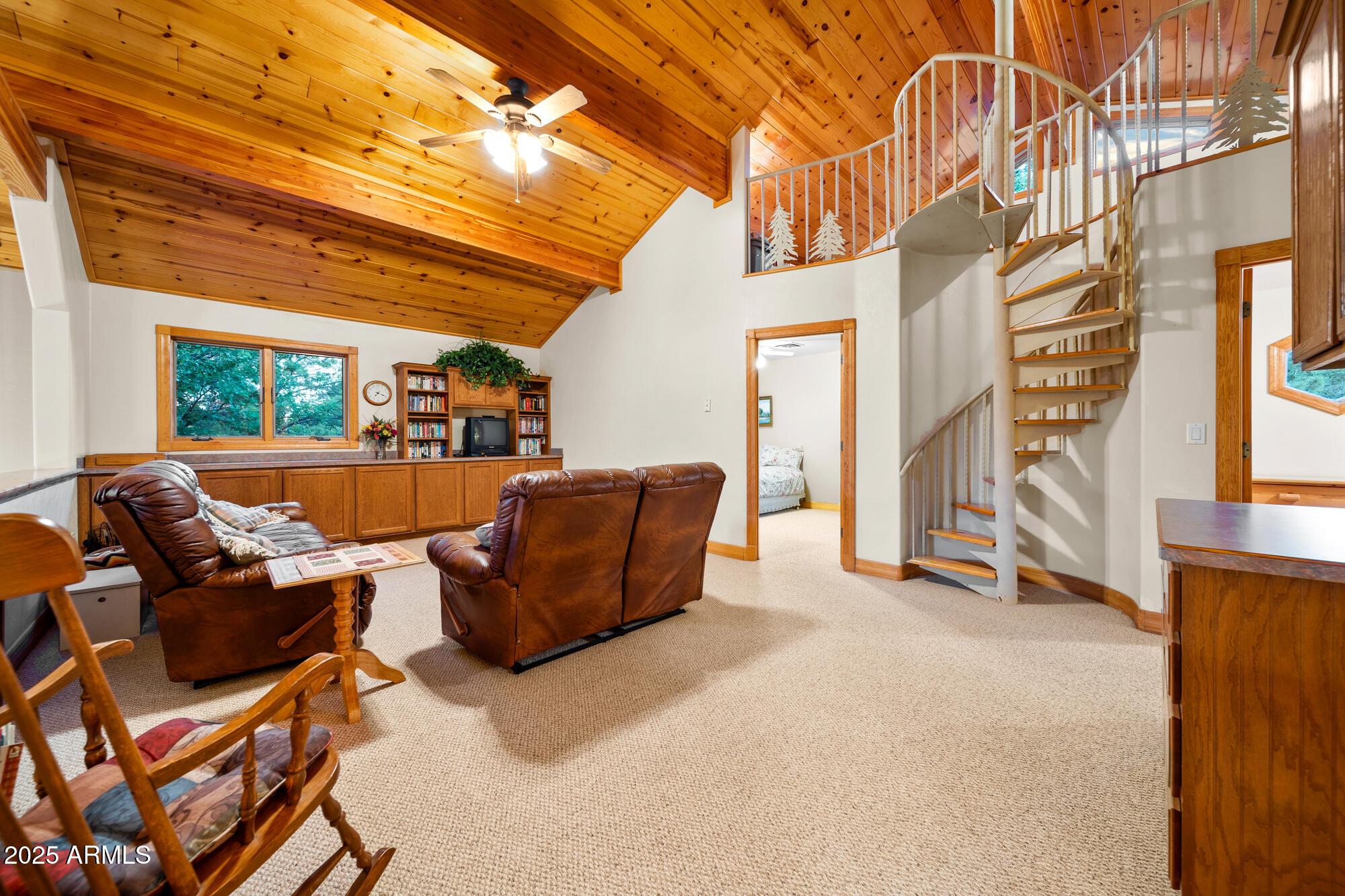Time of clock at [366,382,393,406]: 7:18
